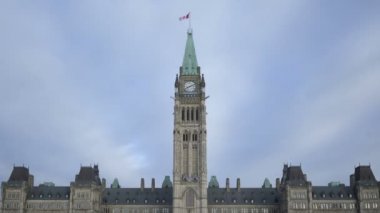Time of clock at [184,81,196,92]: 8:11
